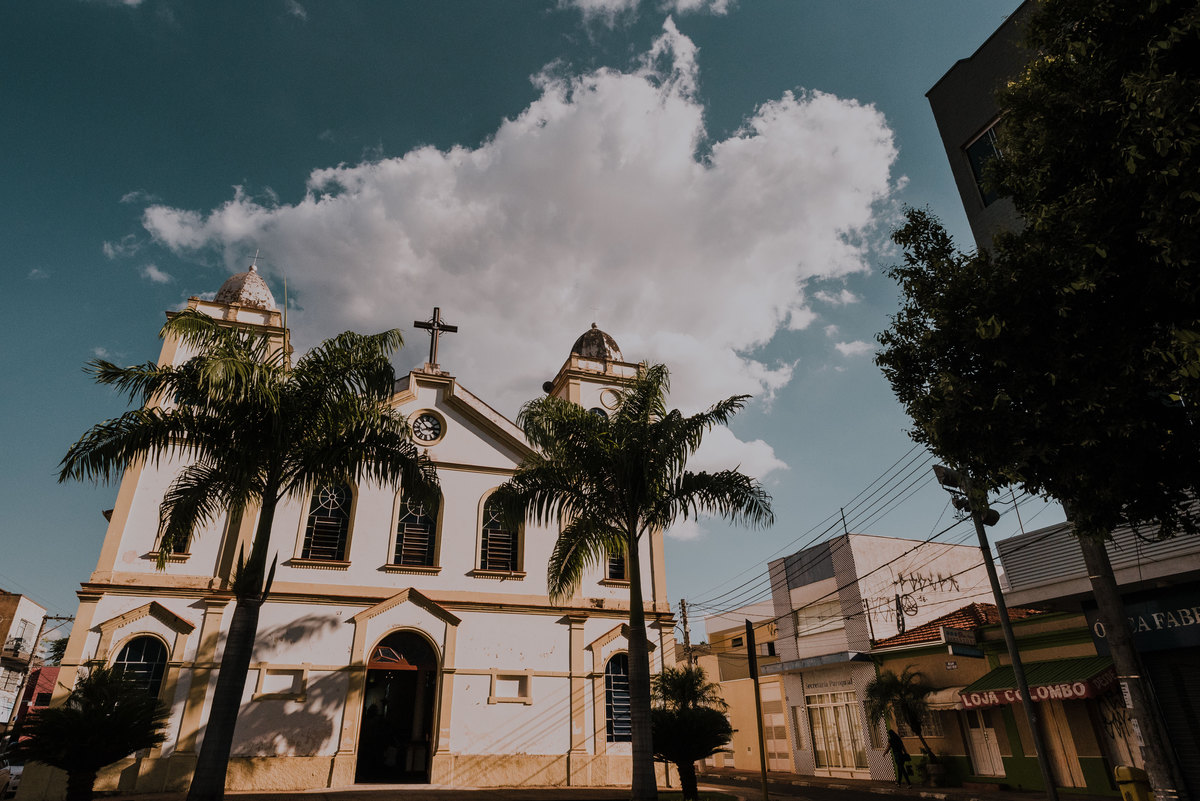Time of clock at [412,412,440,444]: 2:52
